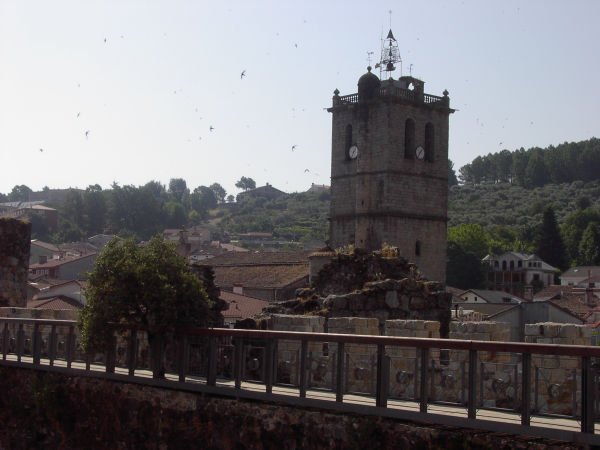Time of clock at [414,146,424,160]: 1:36
